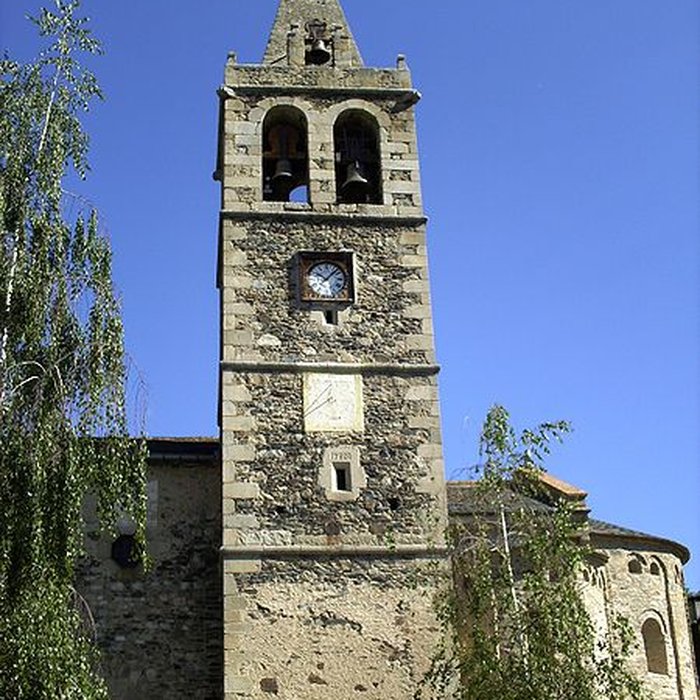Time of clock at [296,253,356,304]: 10:07
